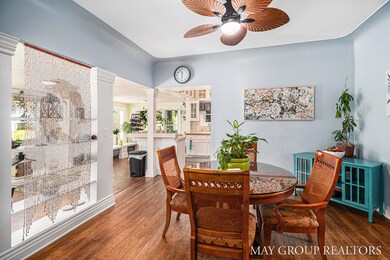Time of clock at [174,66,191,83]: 11:32
